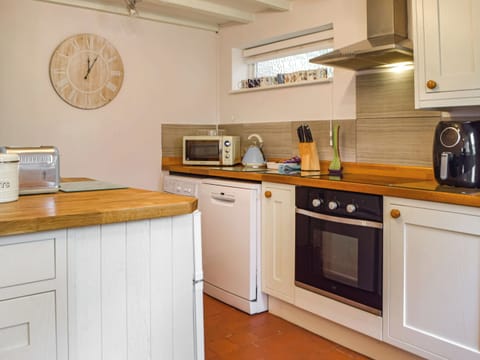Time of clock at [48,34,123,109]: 12:05
